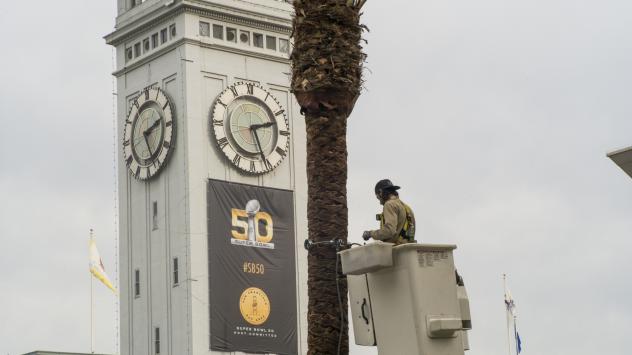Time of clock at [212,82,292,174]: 2:26
